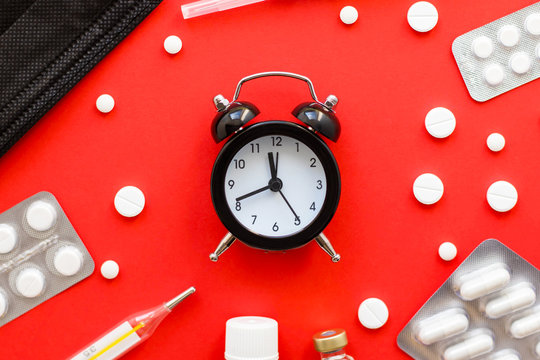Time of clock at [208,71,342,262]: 11:41
